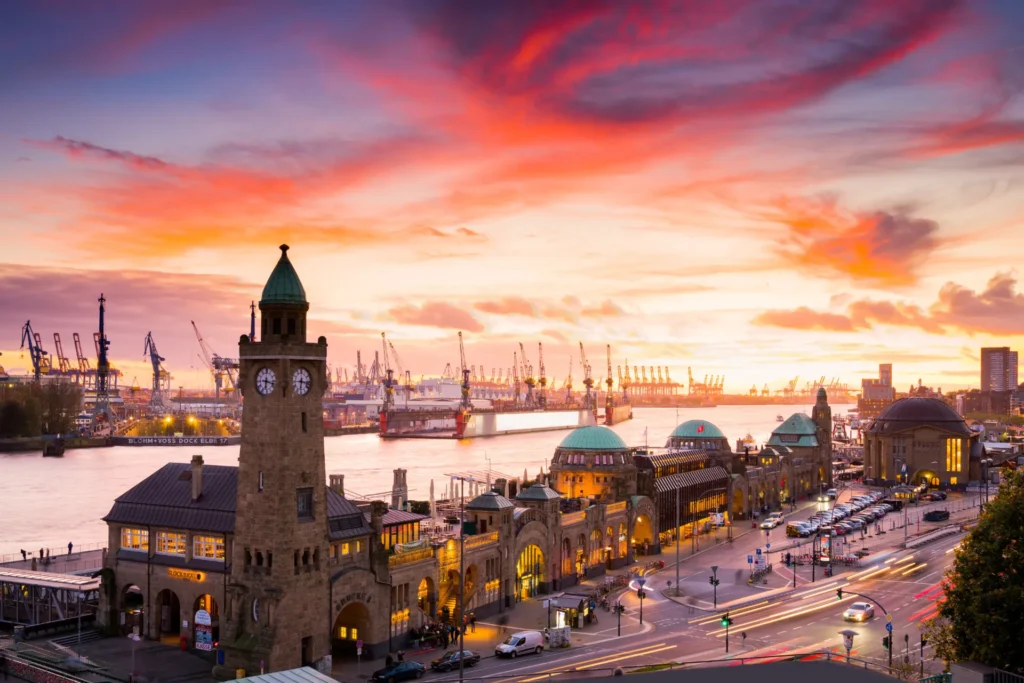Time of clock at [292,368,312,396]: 6:17
